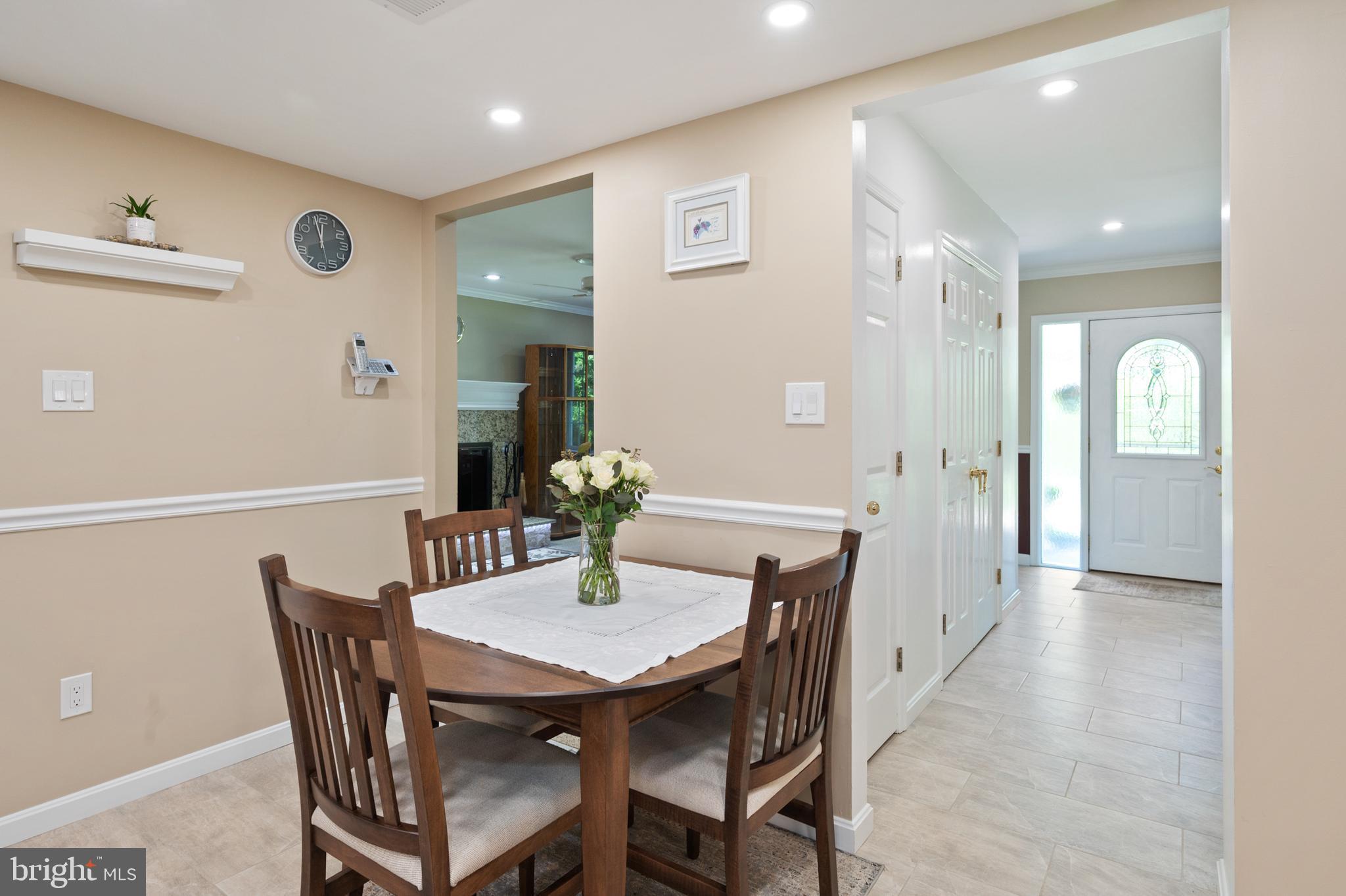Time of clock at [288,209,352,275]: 11:57
